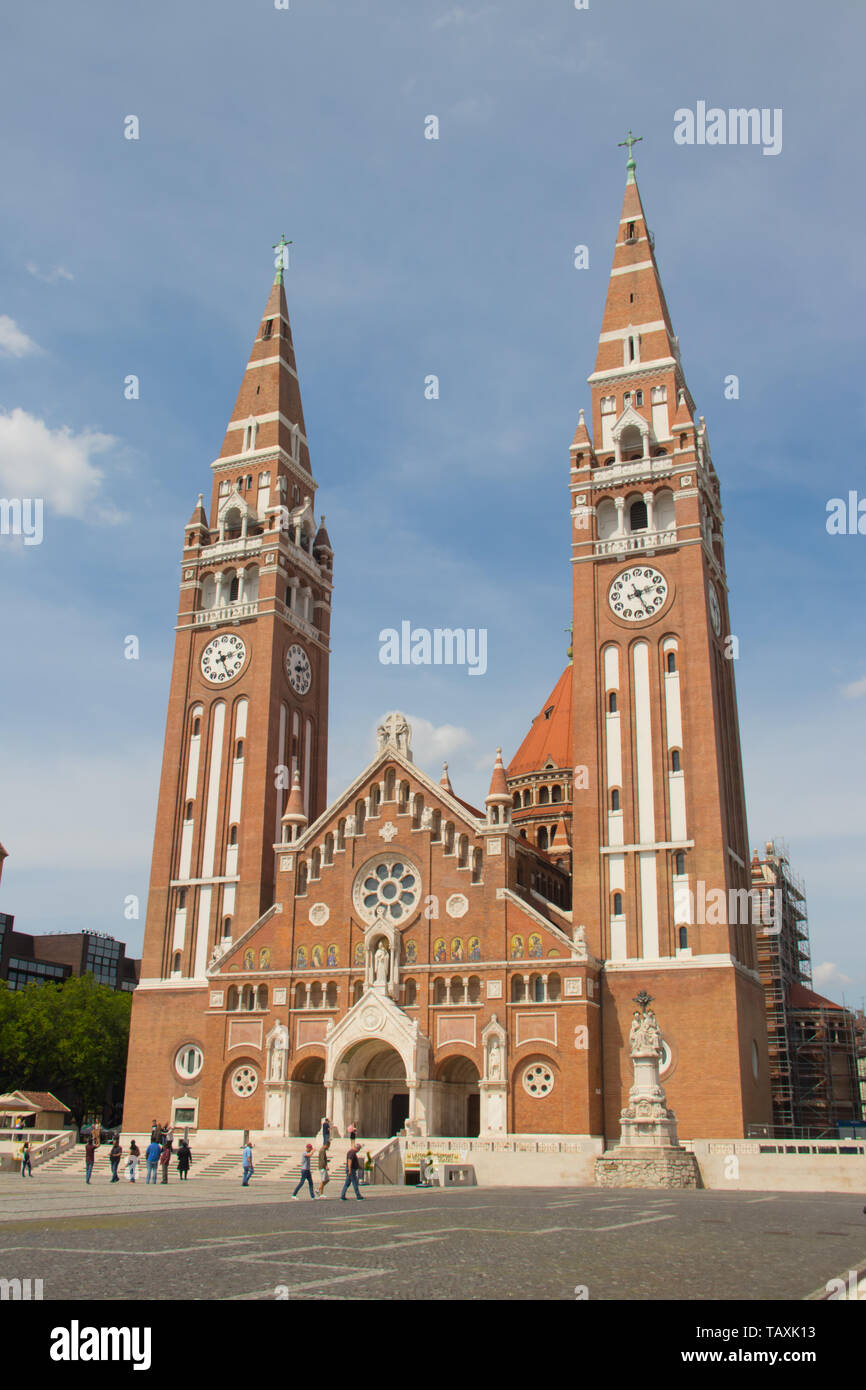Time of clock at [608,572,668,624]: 2:25
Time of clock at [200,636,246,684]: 2:26
